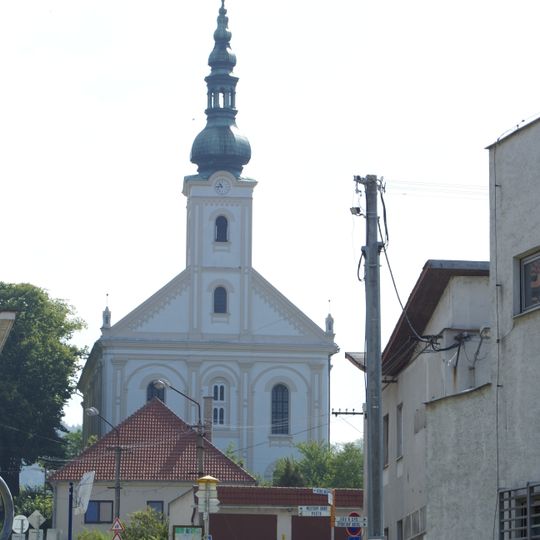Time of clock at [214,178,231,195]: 10:43
